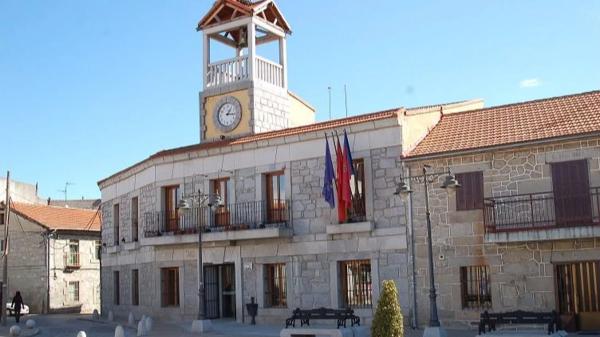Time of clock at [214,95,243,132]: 1:16
